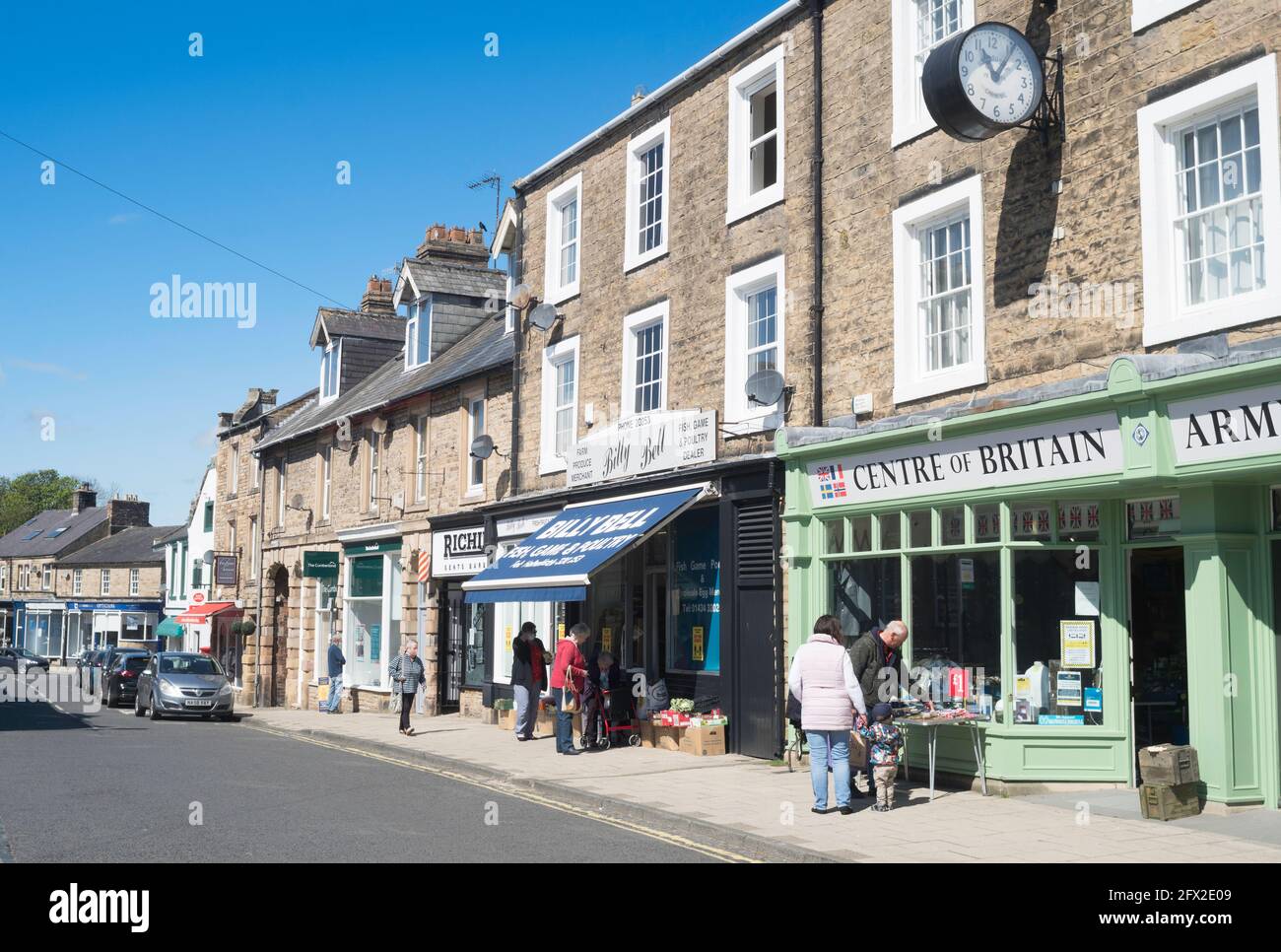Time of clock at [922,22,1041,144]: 11:06
